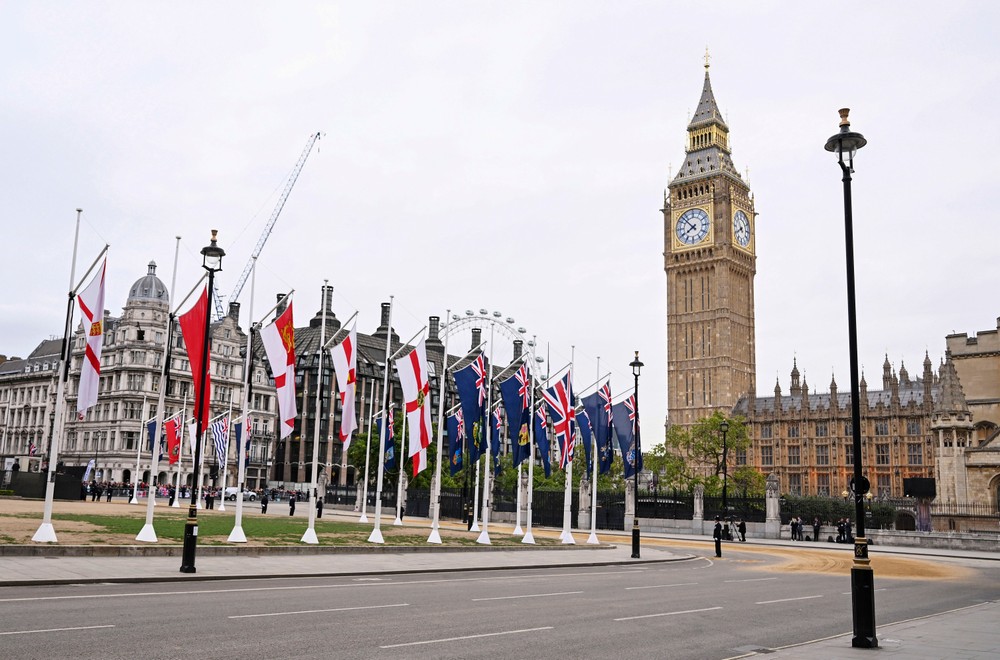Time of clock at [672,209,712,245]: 7:52
